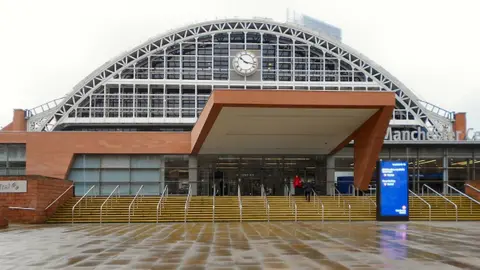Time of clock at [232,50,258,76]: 10:17
